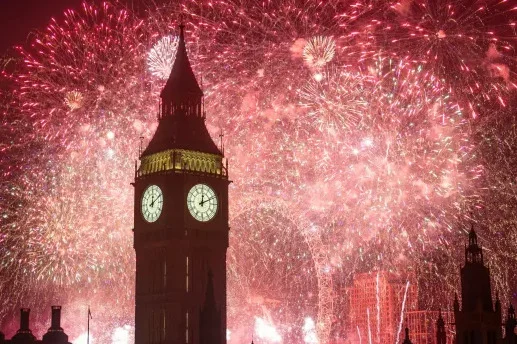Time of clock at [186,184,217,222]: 12:11
